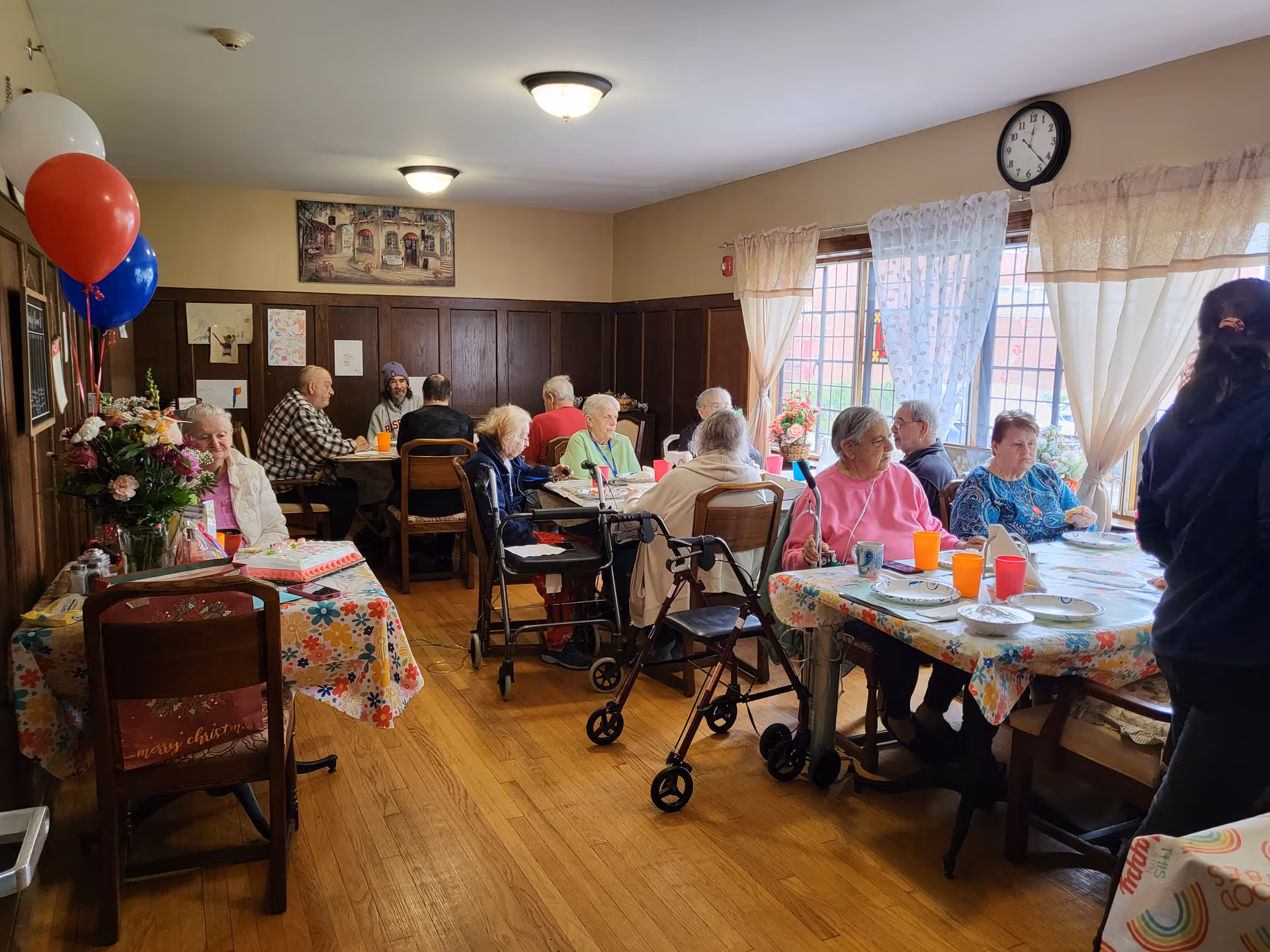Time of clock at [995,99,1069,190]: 12:22
